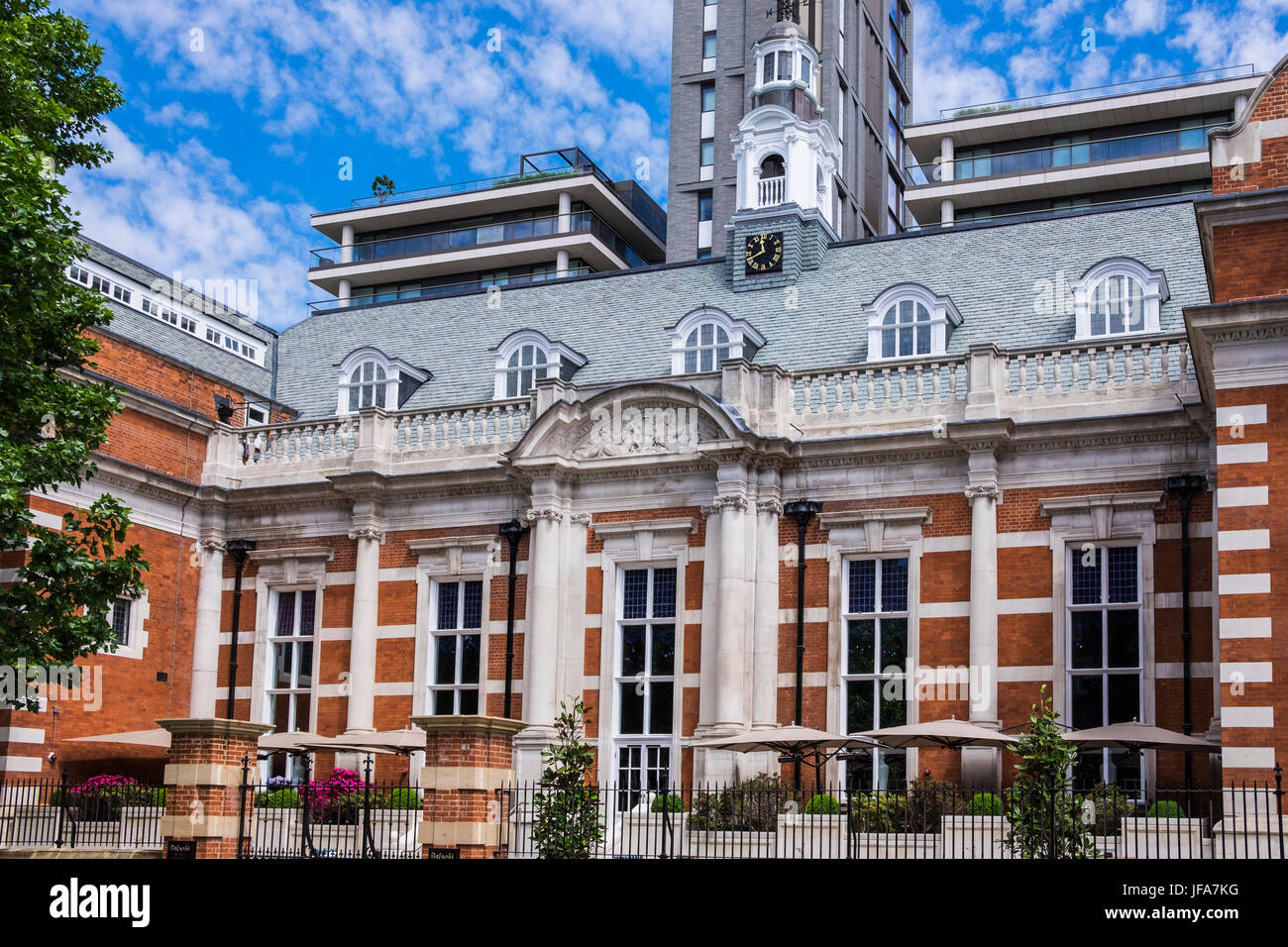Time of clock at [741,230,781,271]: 11:40
